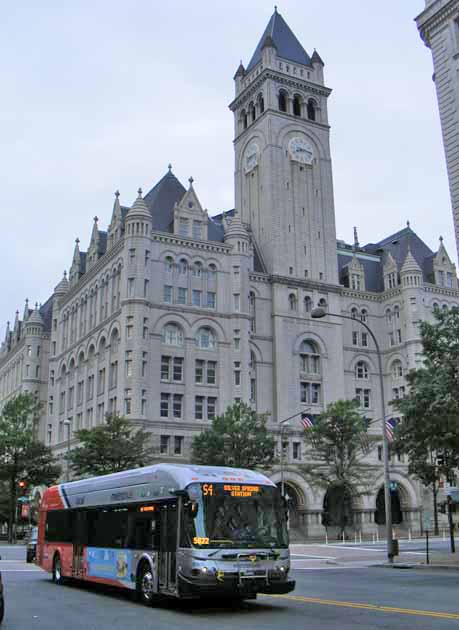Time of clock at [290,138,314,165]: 8:16
